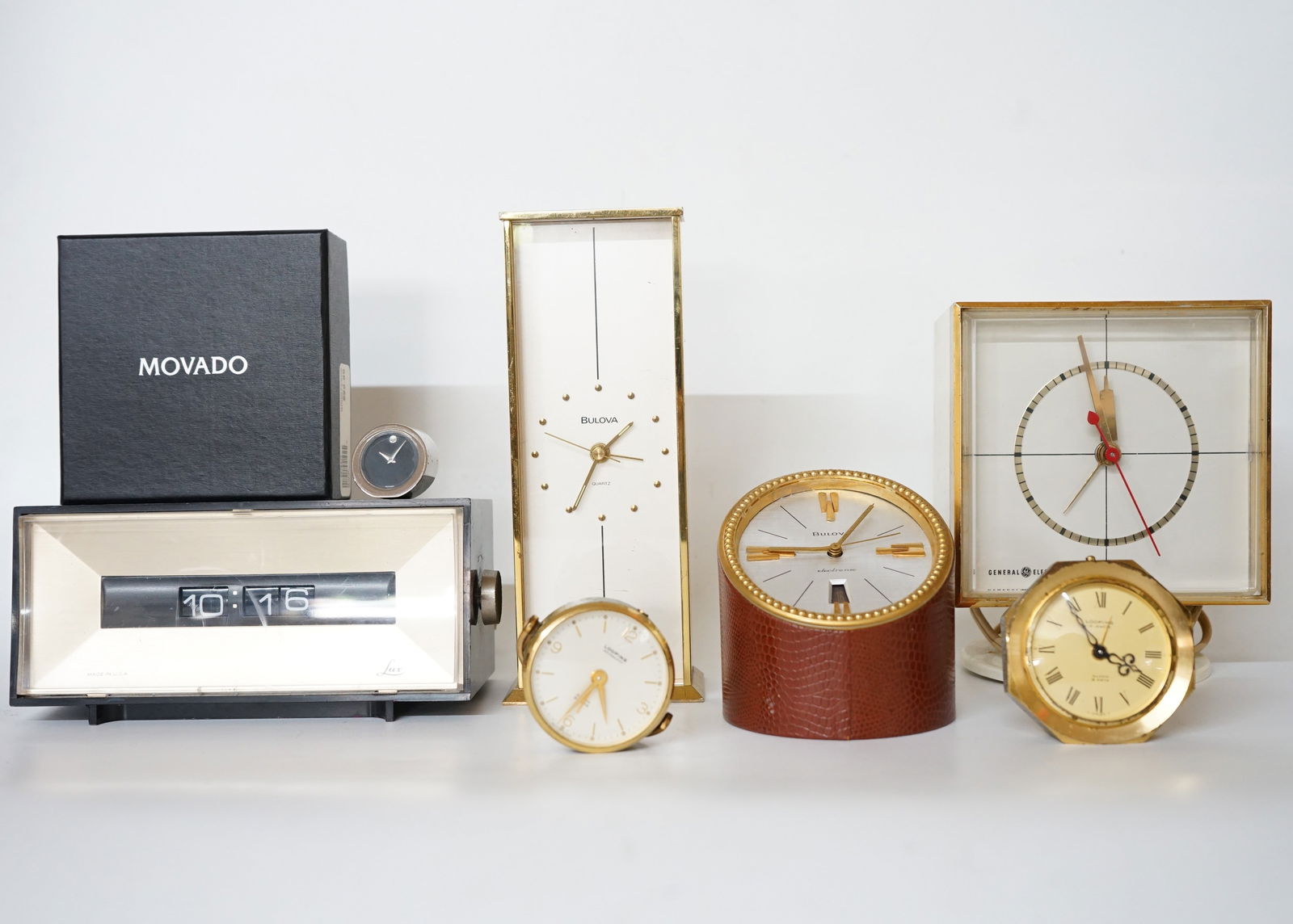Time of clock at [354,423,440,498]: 10:05
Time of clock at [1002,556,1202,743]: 3:54
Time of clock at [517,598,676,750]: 5:35
